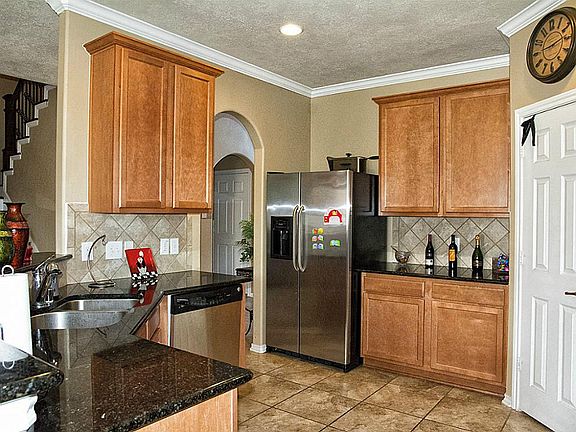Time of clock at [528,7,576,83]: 9:13
